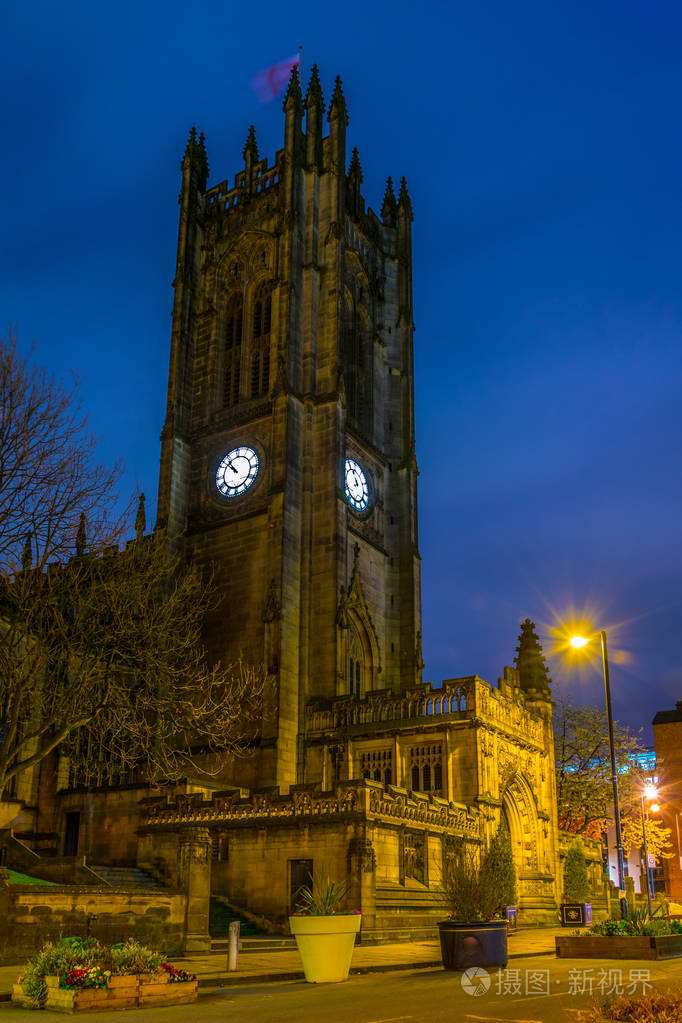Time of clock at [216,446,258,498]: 10:52
